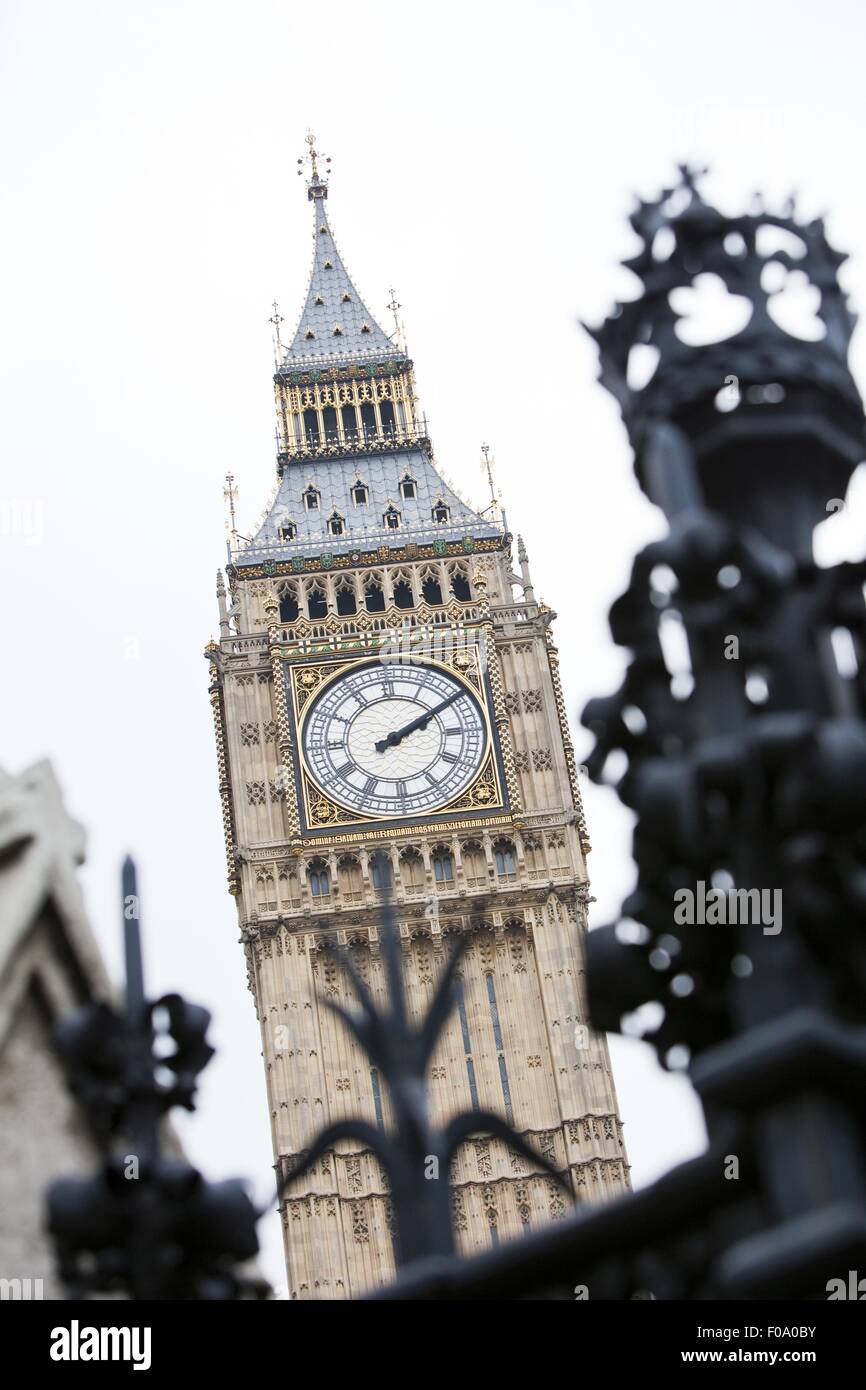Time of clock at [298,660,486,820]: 2:09
